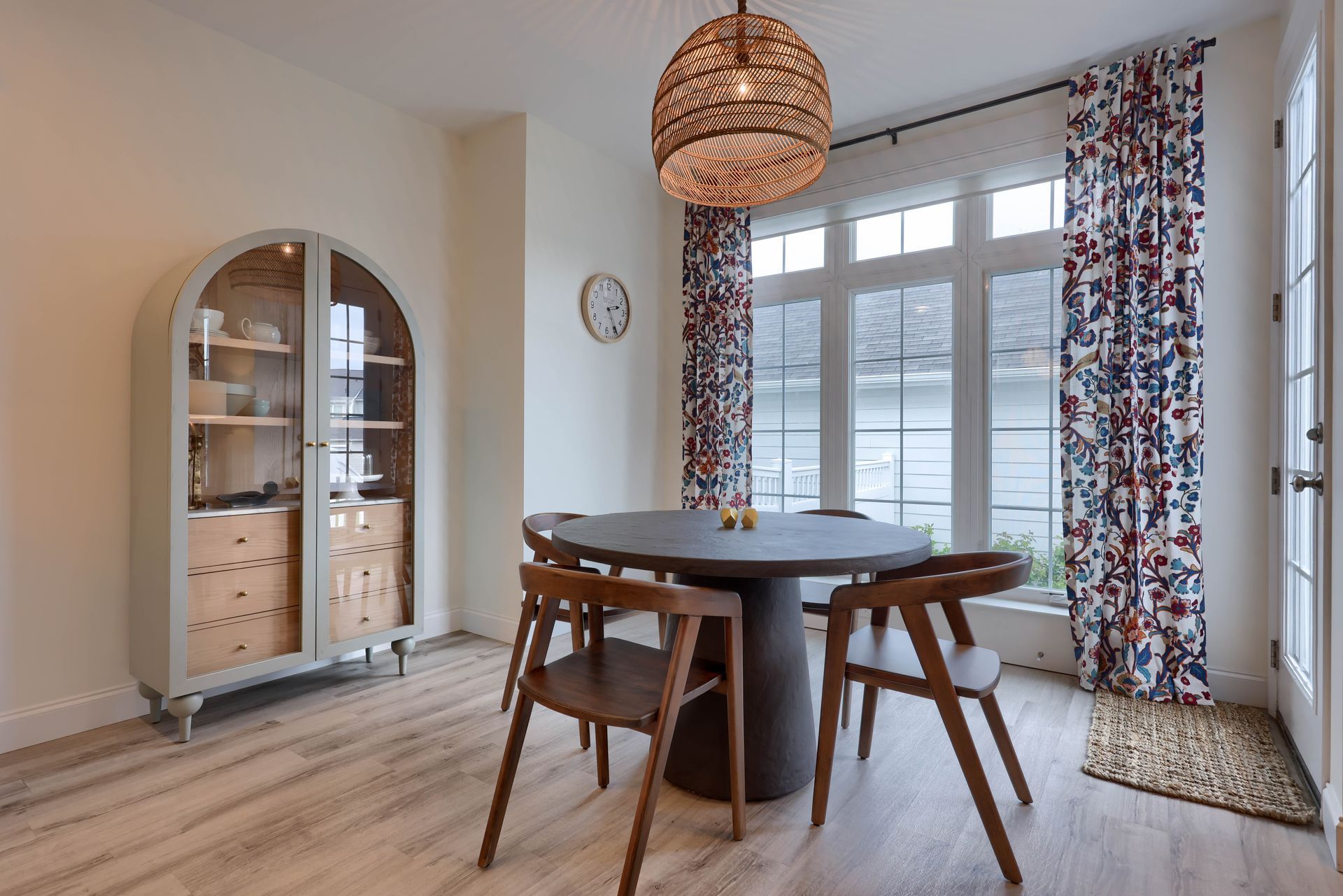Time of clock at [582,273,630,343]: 2:24
